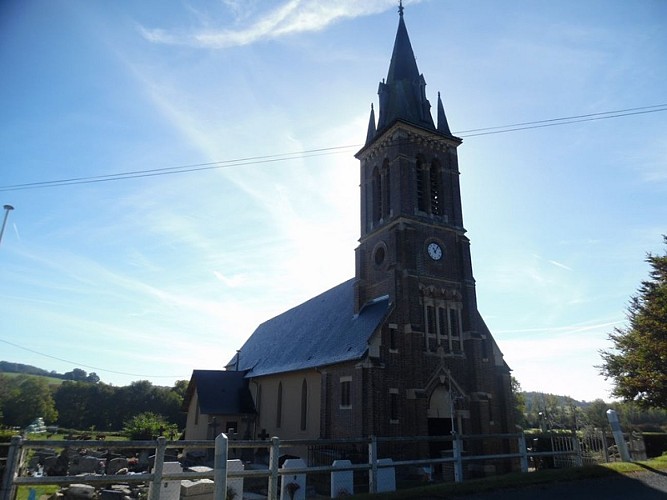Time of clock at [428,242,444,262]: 11:05
